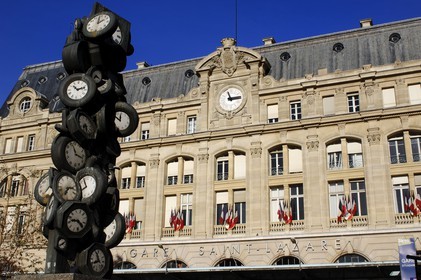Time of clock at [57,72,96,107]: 10:12
